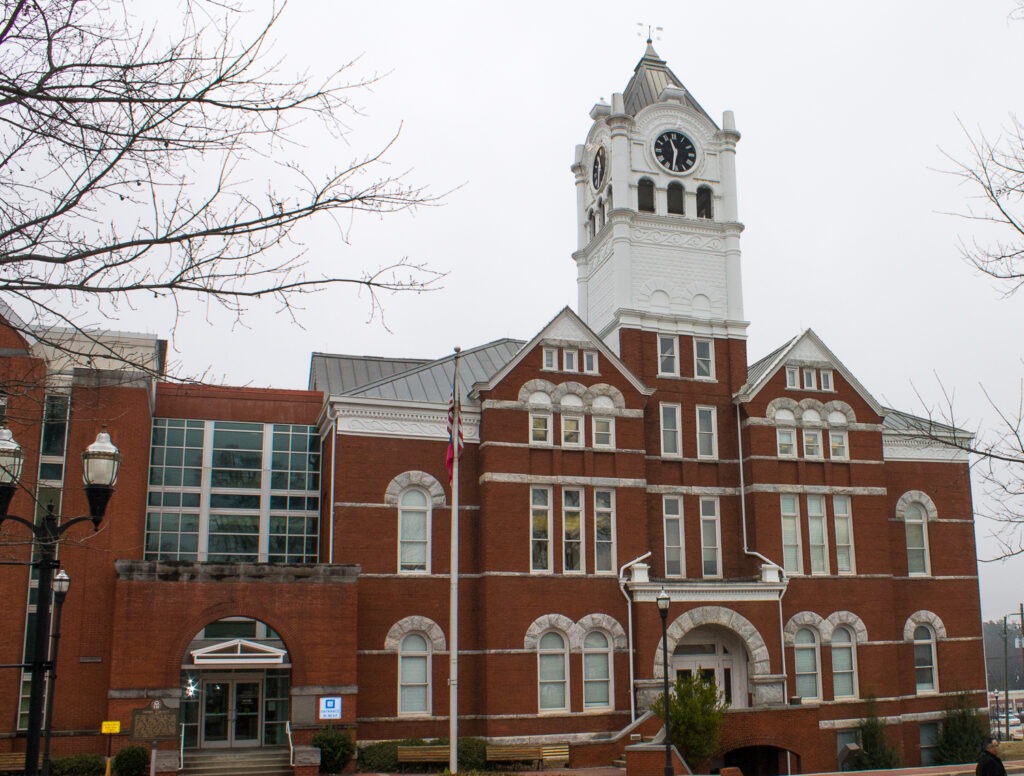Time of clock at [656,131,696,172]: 11:31
